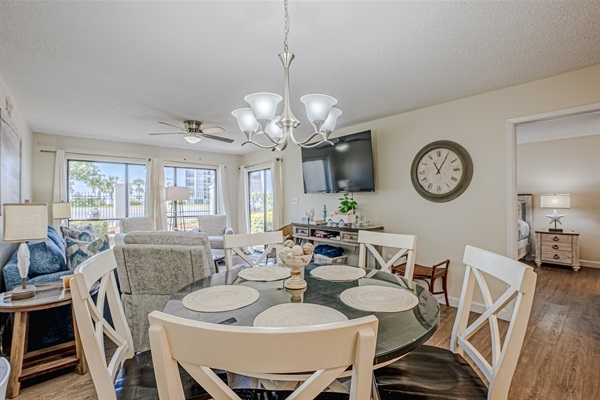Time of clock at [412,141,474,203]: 11:05
